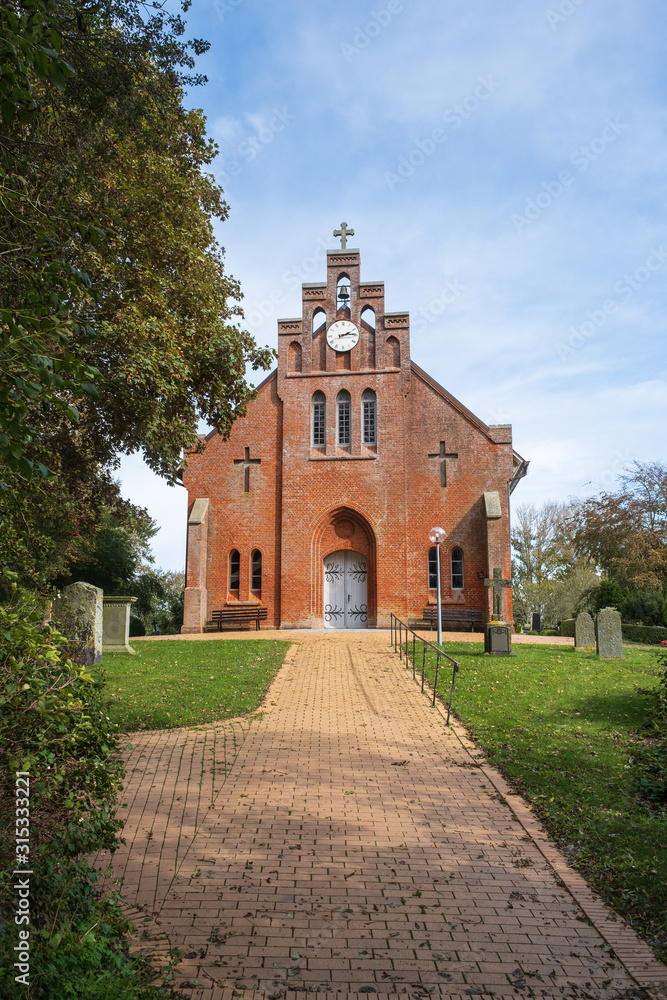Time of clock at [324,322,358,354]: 2:14
